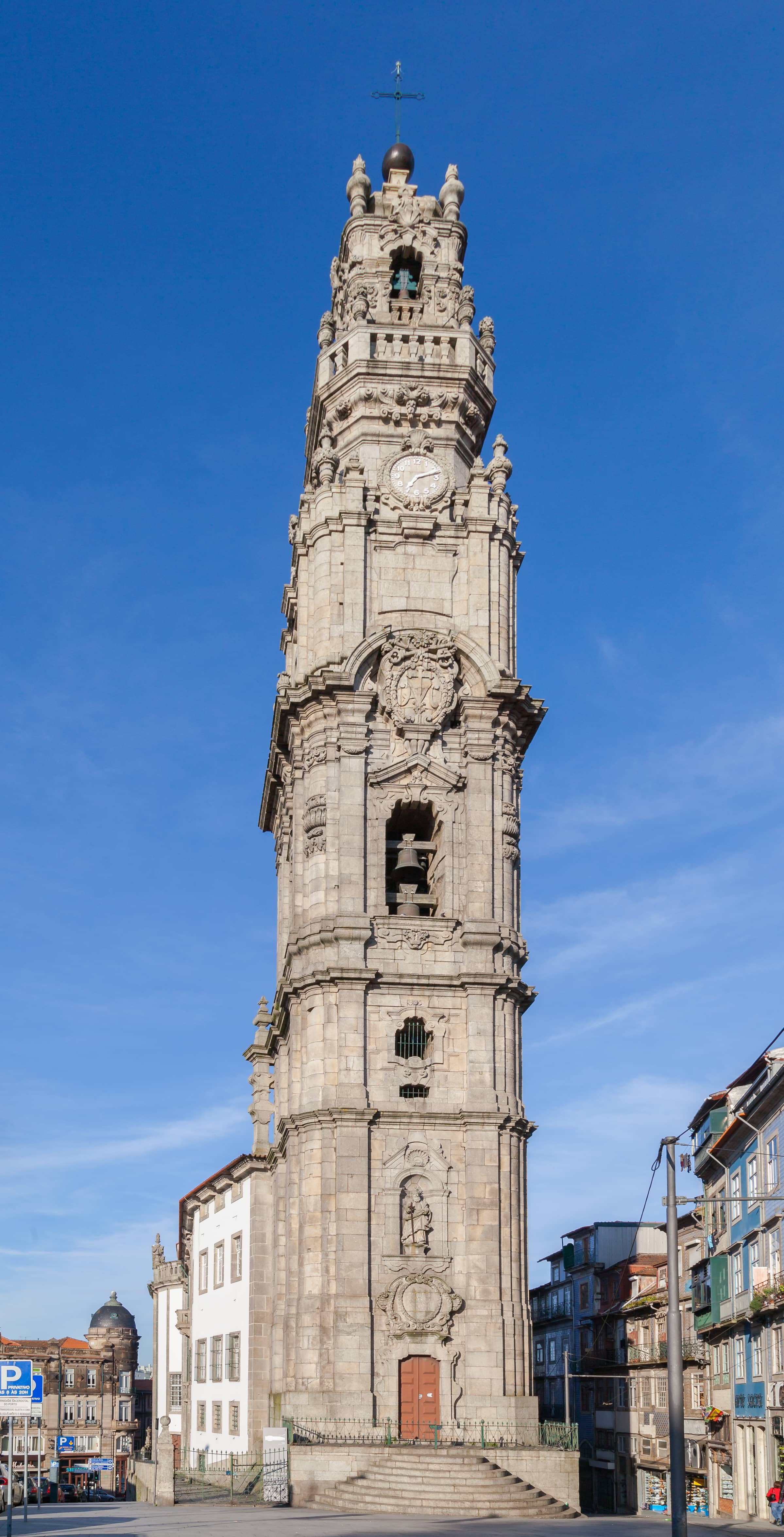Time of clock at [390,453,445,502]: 7:12
